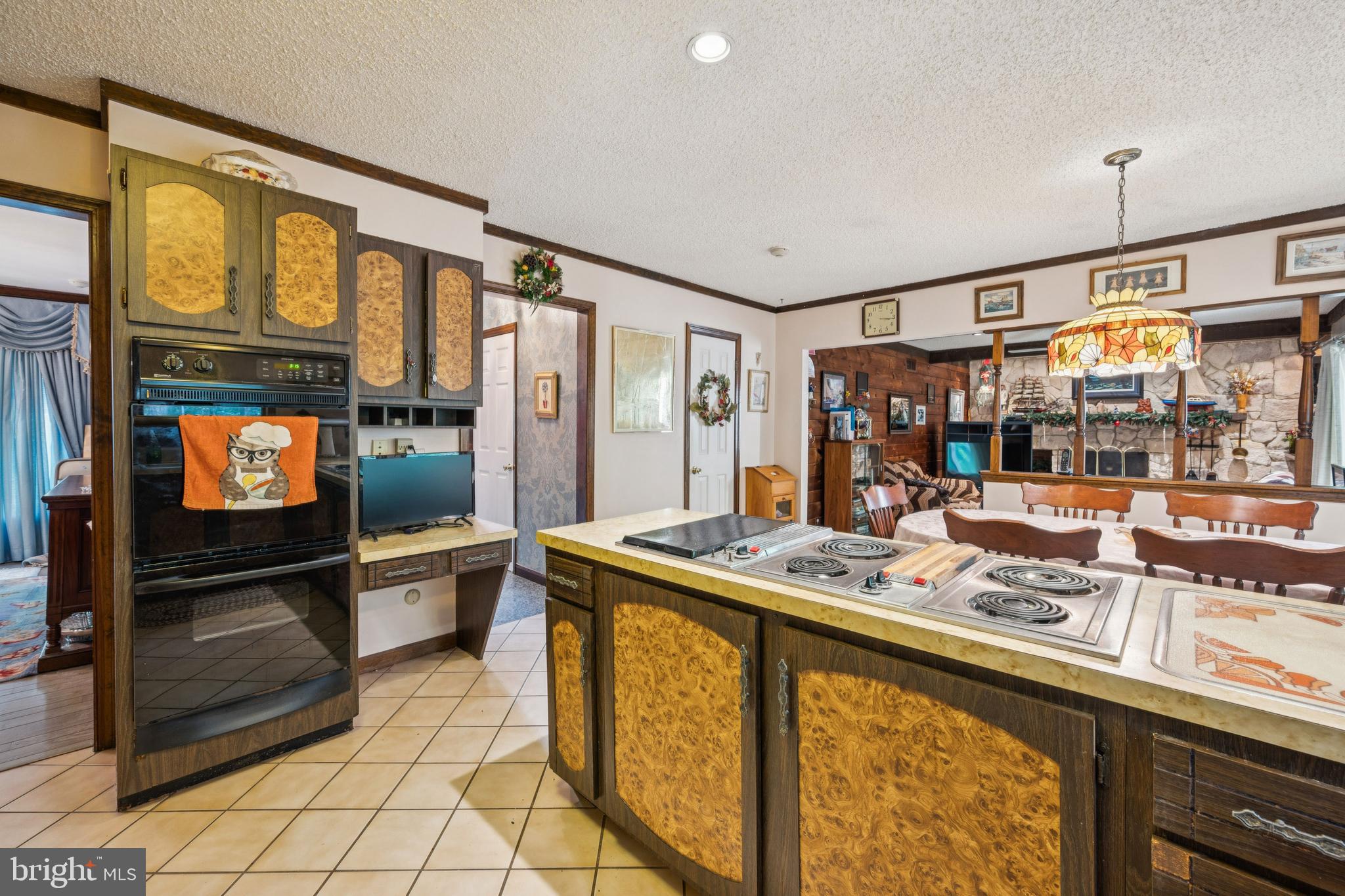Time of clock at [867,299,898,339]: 3:16
